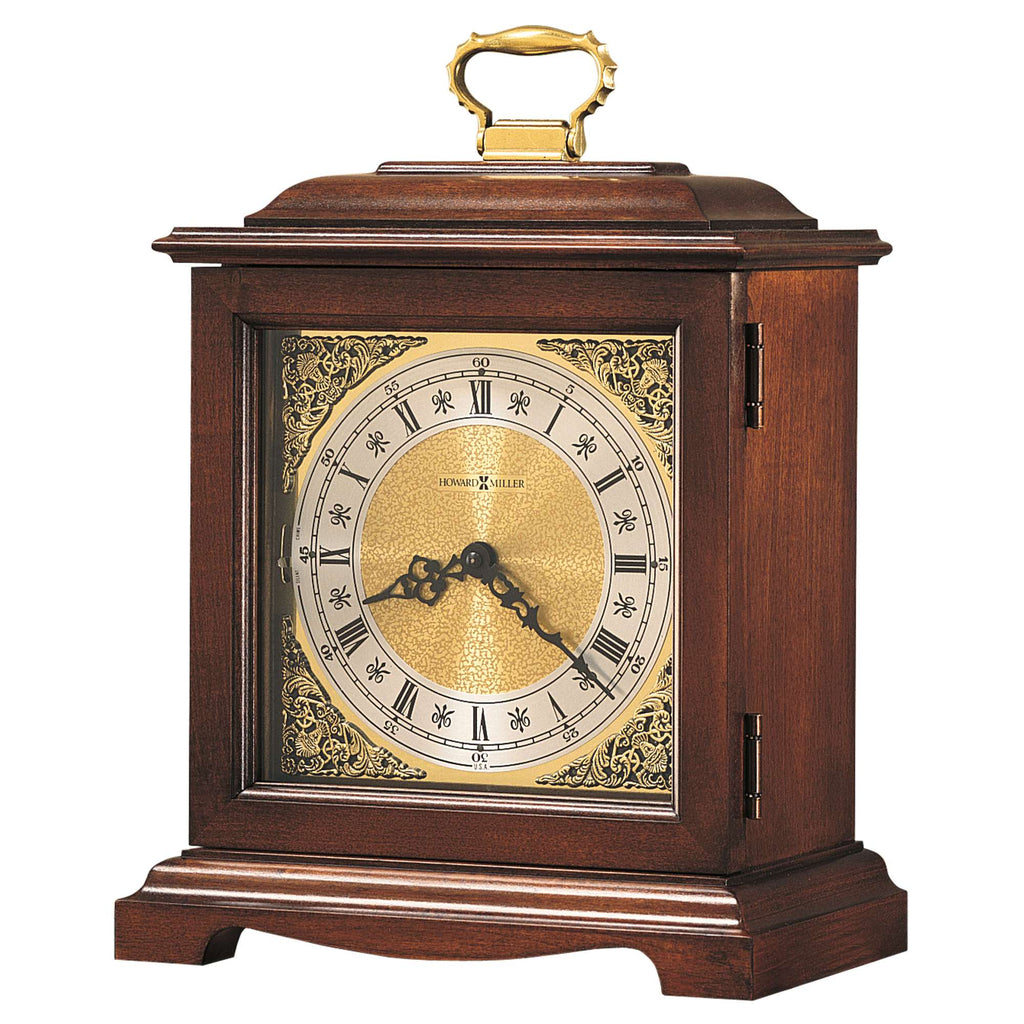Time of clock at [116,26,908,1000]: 8:21
